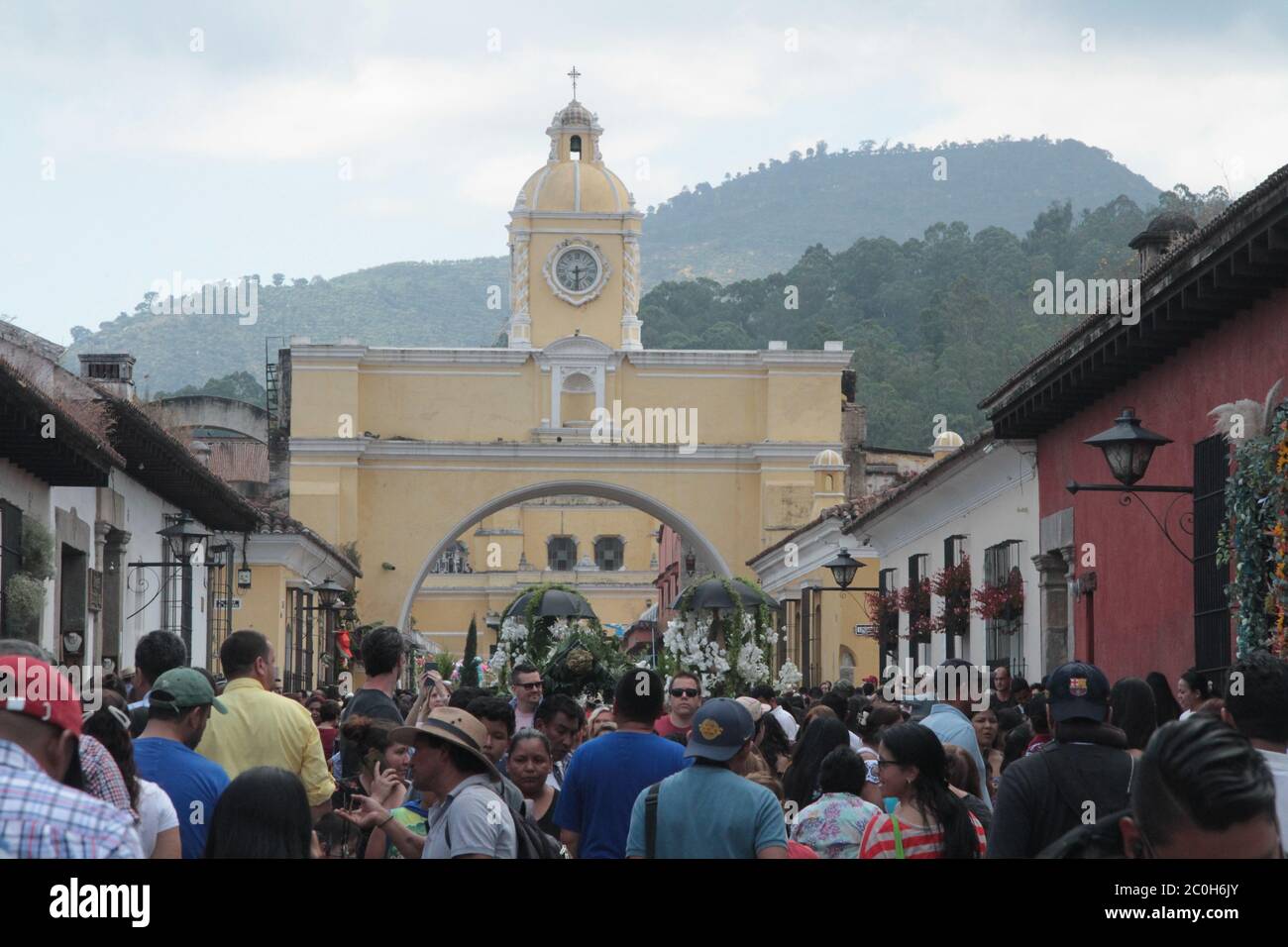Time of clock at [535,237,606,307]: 2:29
